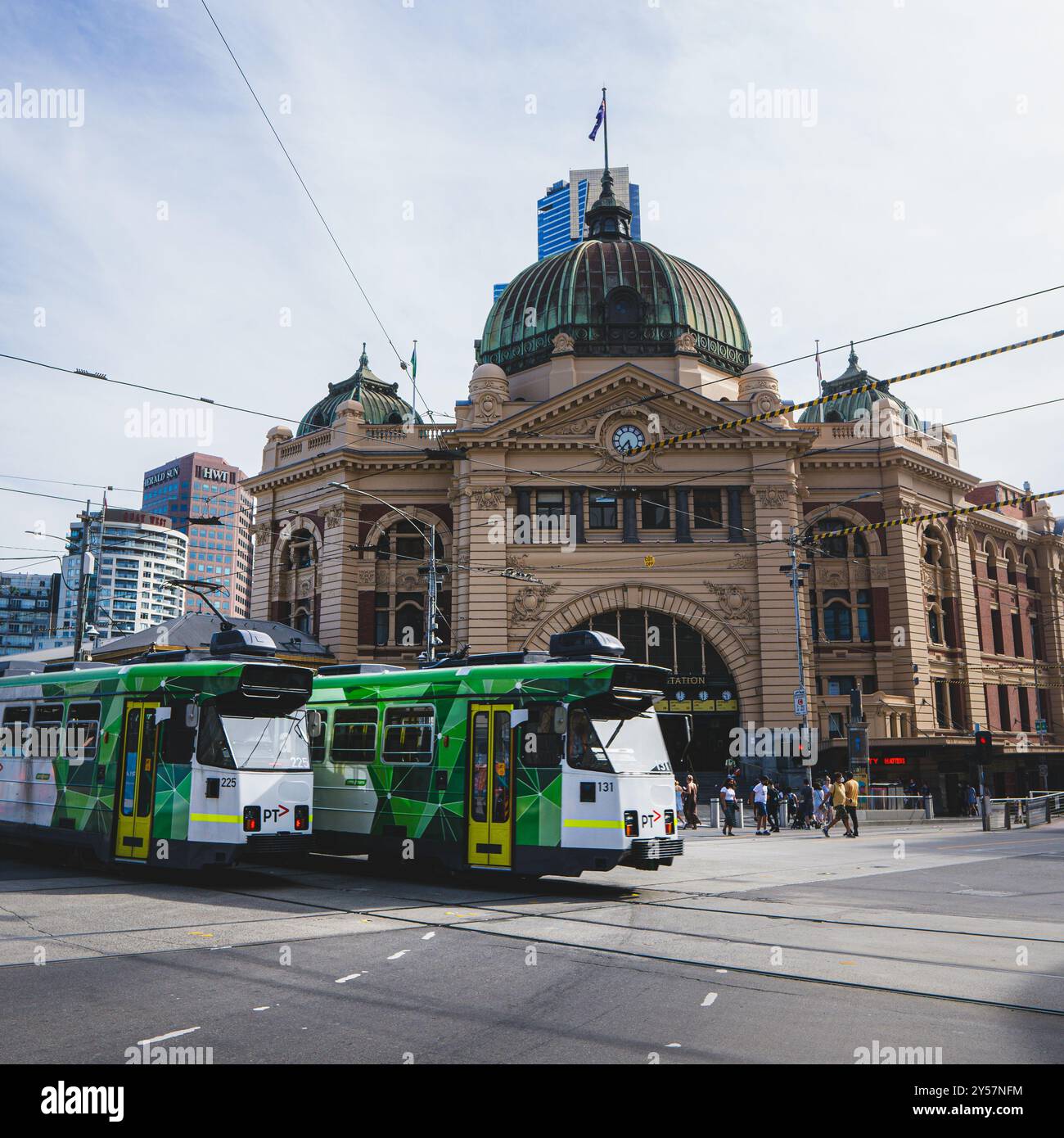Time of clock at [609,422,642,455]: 5:36
